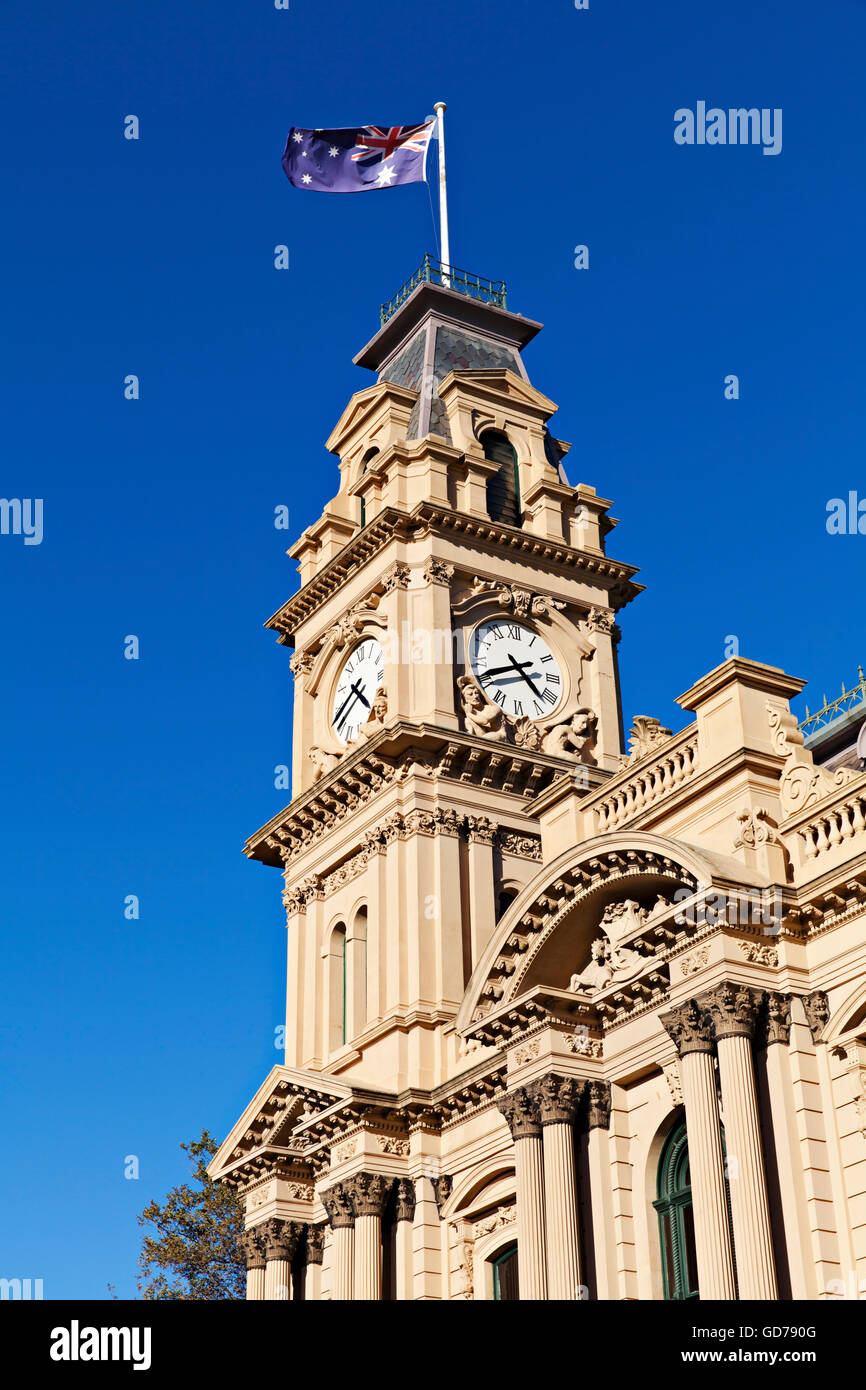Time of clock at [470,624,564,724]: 4:41
